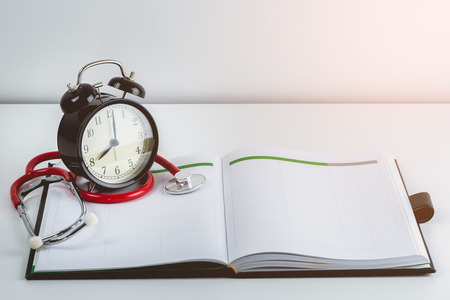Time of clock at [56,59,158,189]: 8:01
